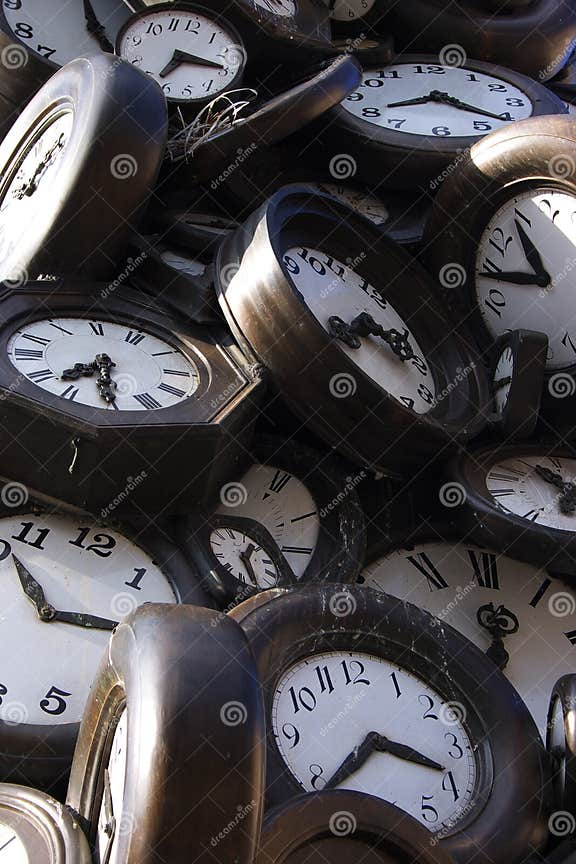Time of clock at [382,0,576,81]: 8:21
